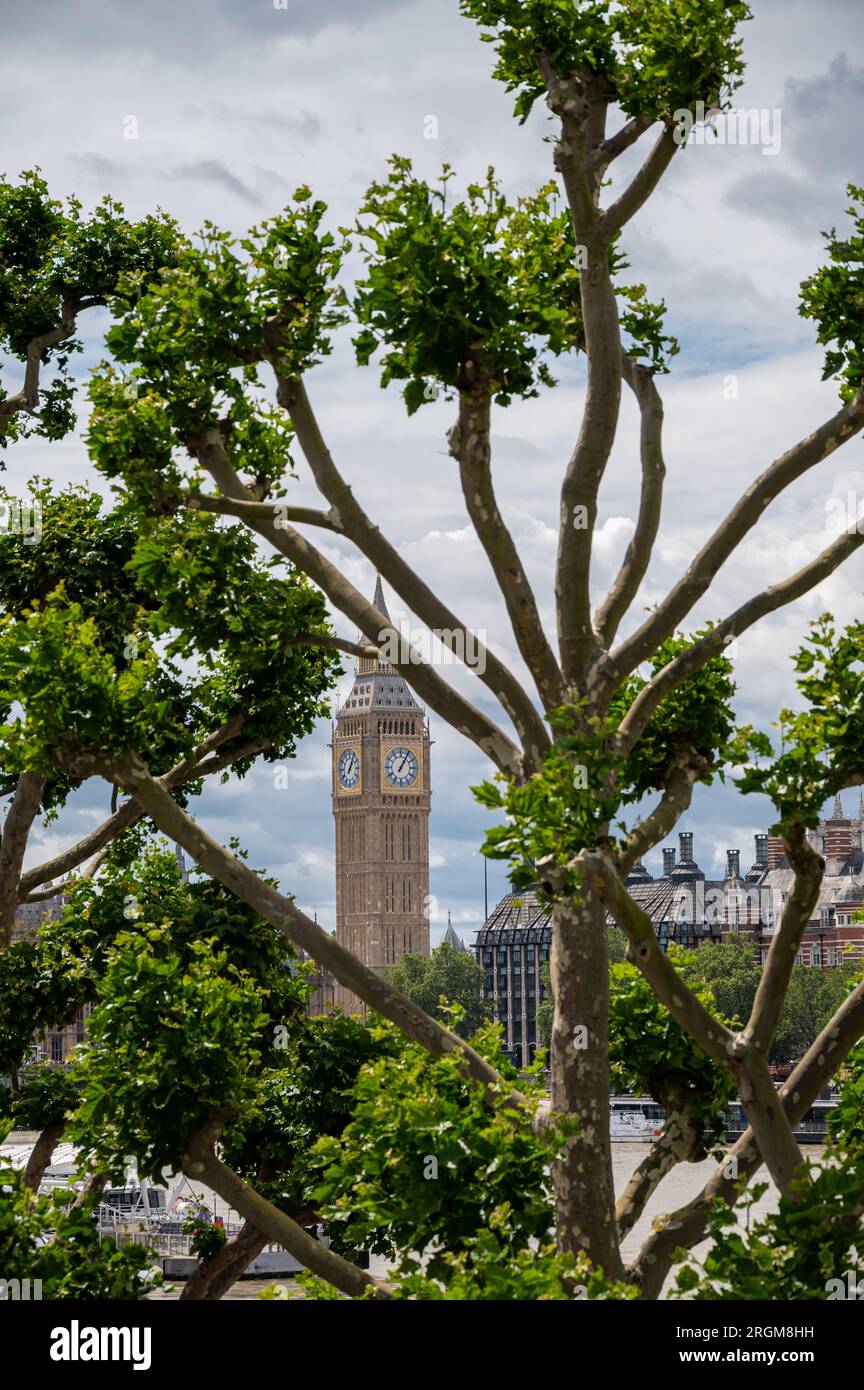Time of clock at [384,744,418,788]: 1:05
